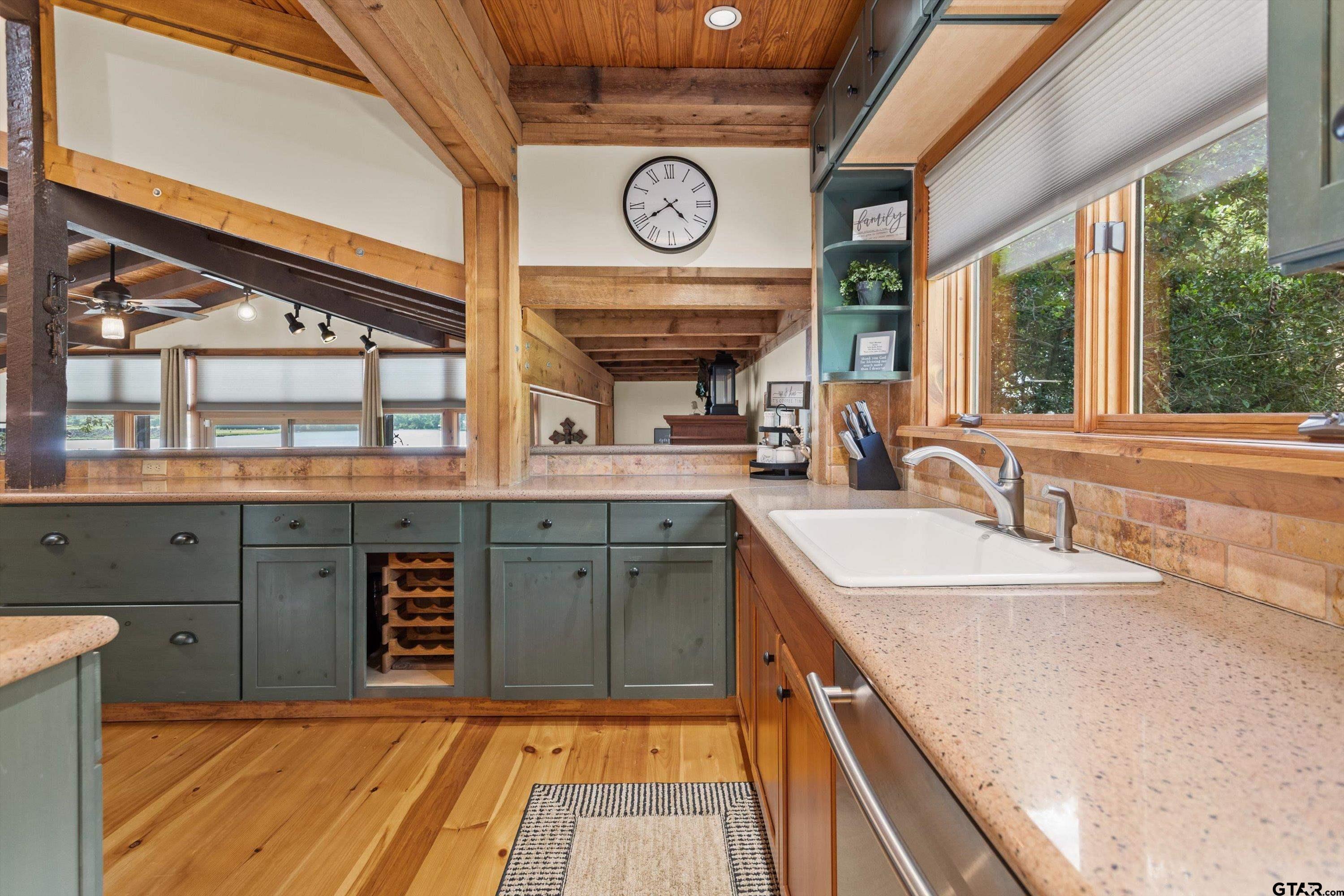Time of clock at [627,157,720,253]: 4:39
